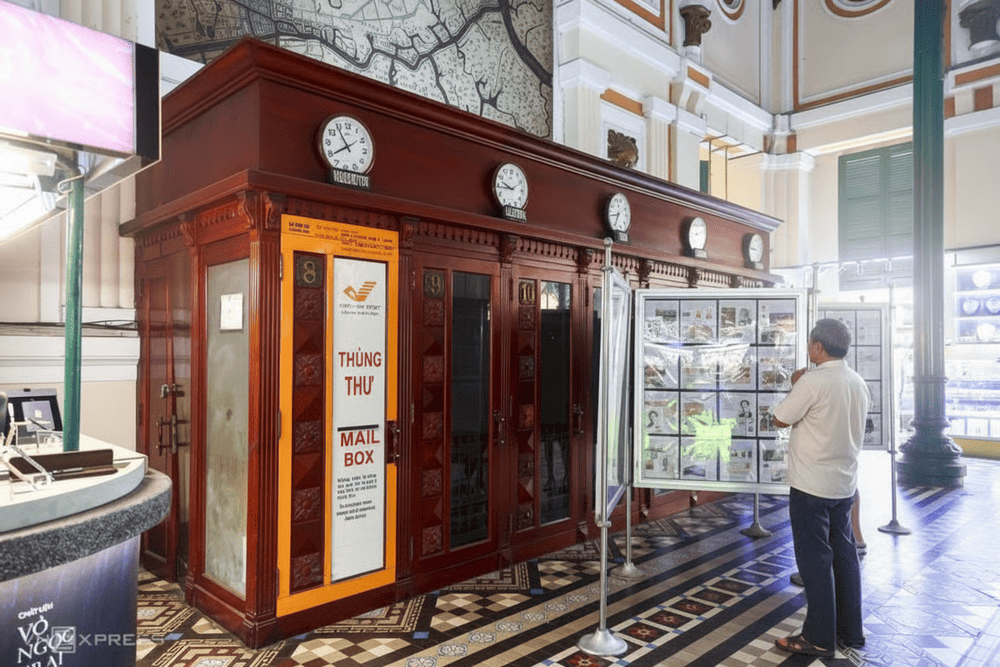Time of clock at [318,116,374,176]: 7:54
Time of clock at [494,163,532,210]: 9:44
